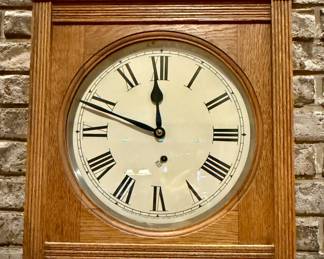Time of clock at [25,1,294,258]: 11:48
